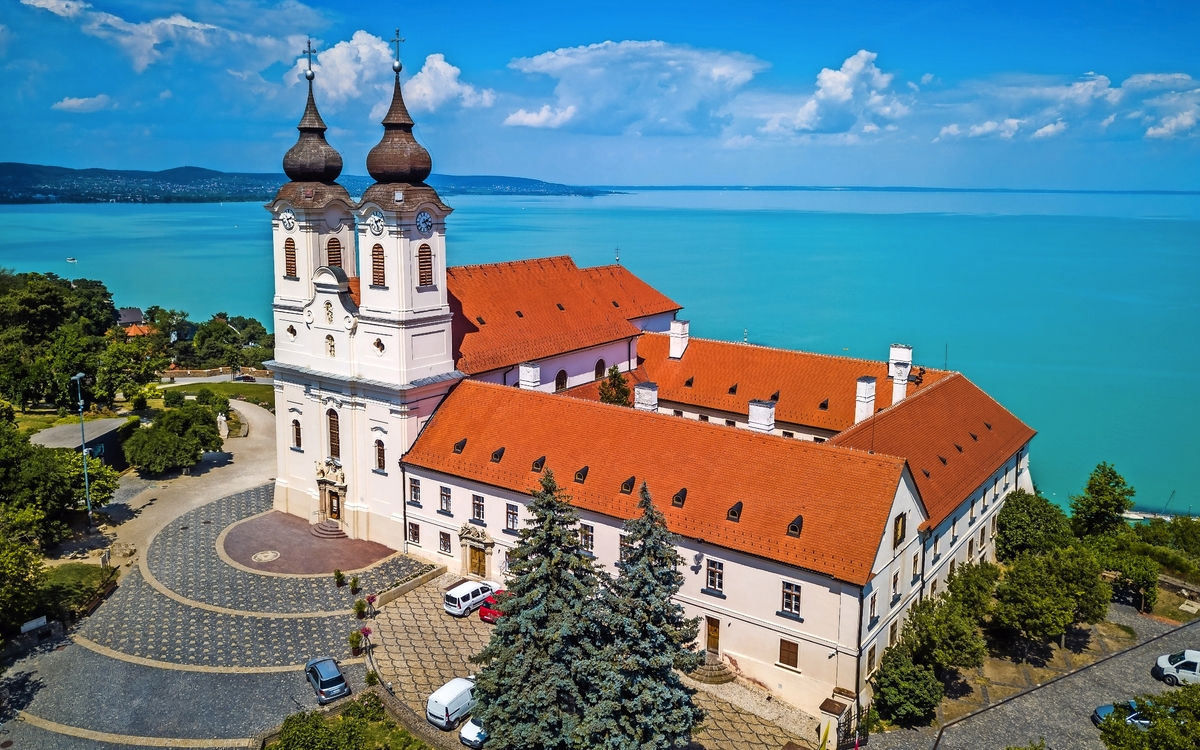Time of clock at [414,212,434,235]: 2:23
